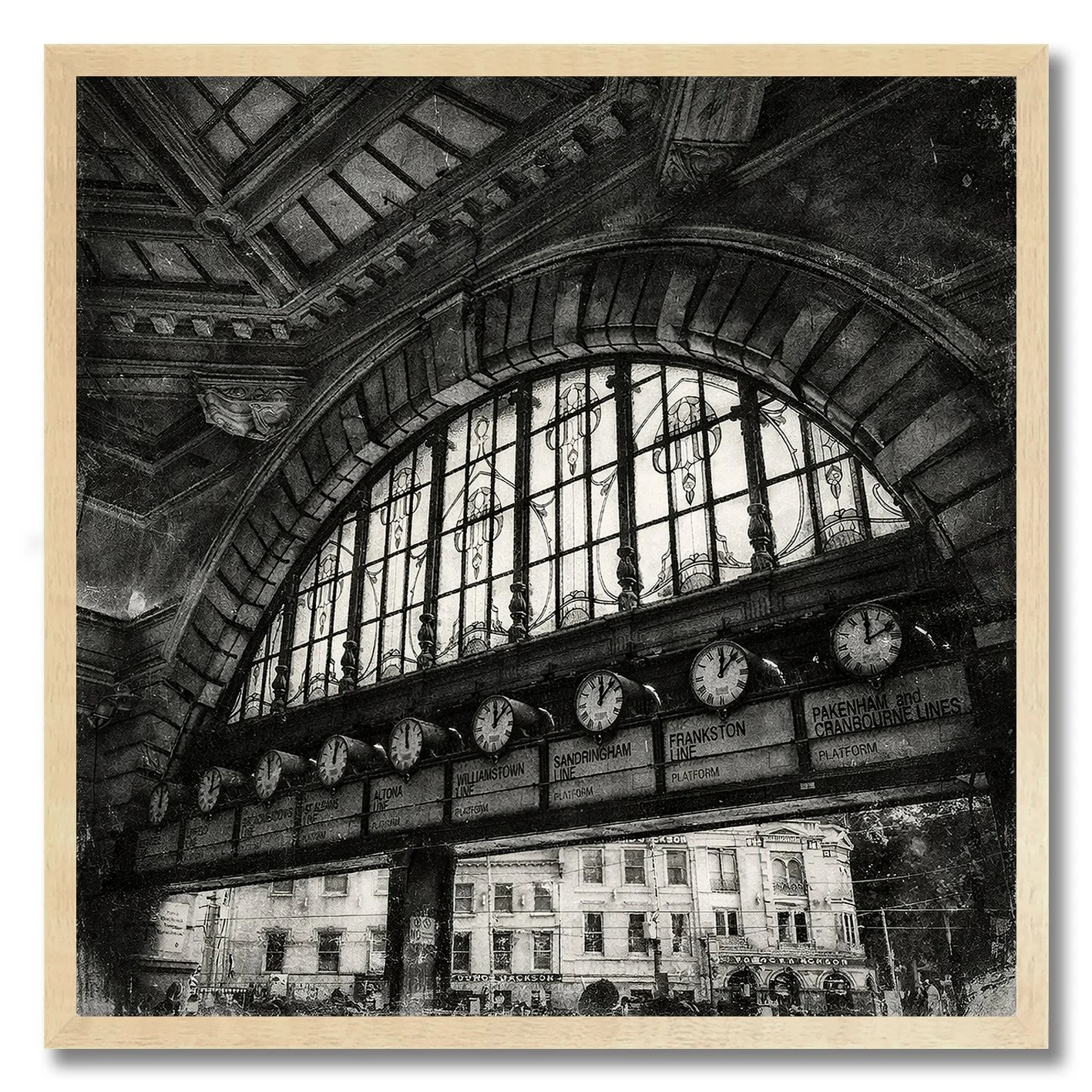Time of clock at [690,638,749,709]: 12:07
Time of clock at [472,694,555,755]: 12:07
